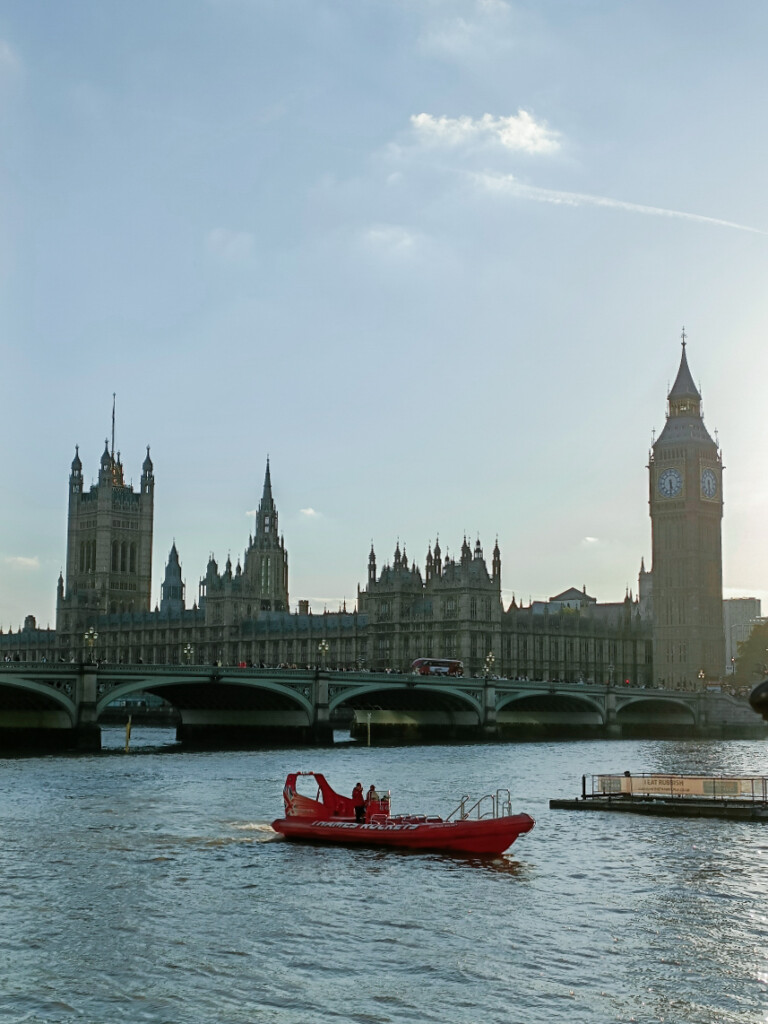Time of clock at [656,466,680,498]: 5:30
